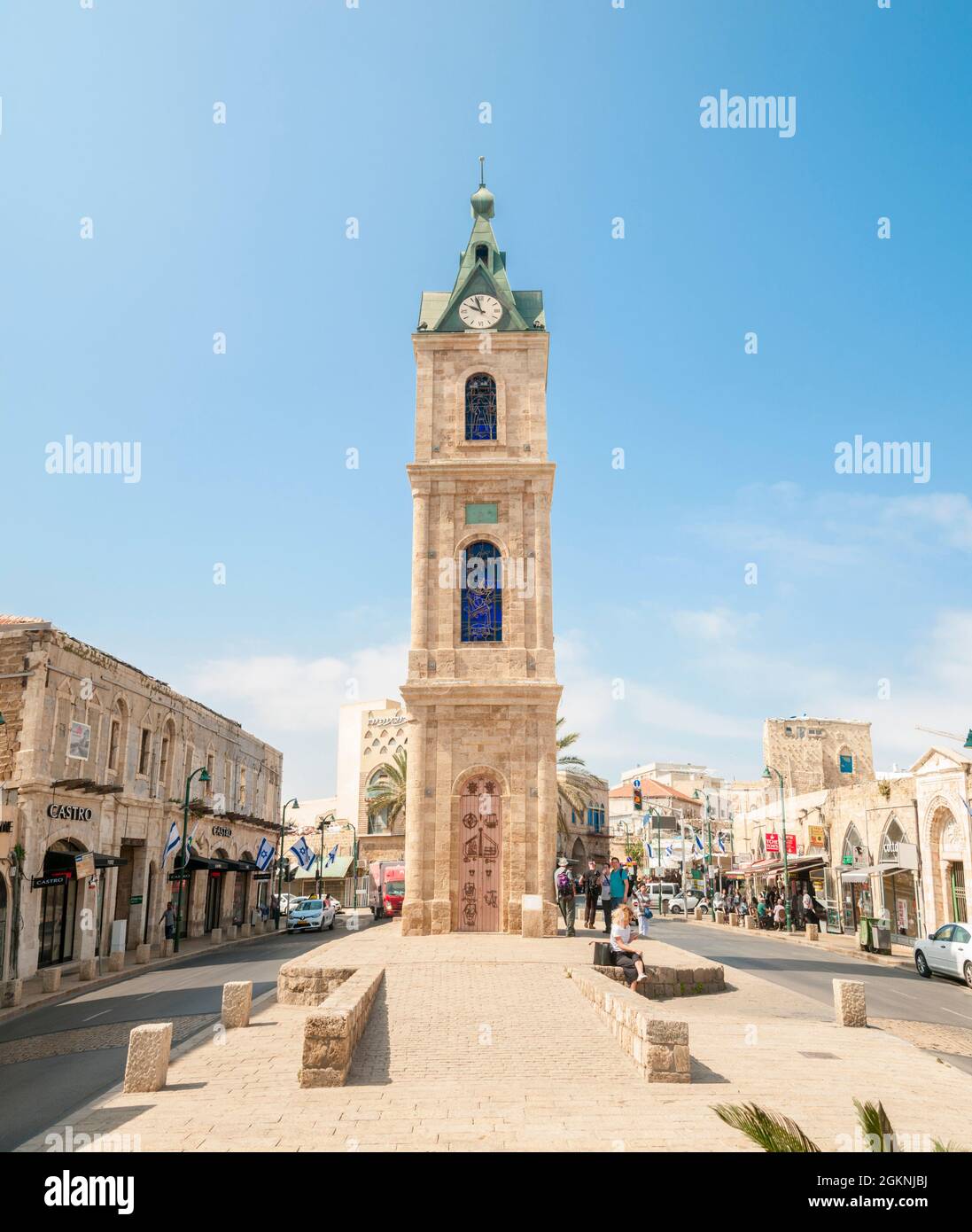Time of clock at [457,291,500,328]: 9:57
